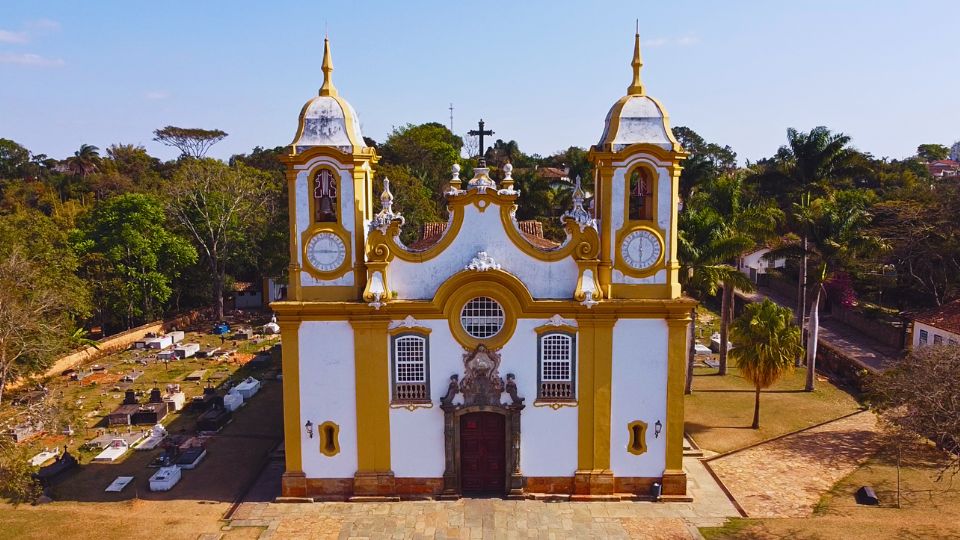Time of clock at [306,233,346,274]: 2:44
